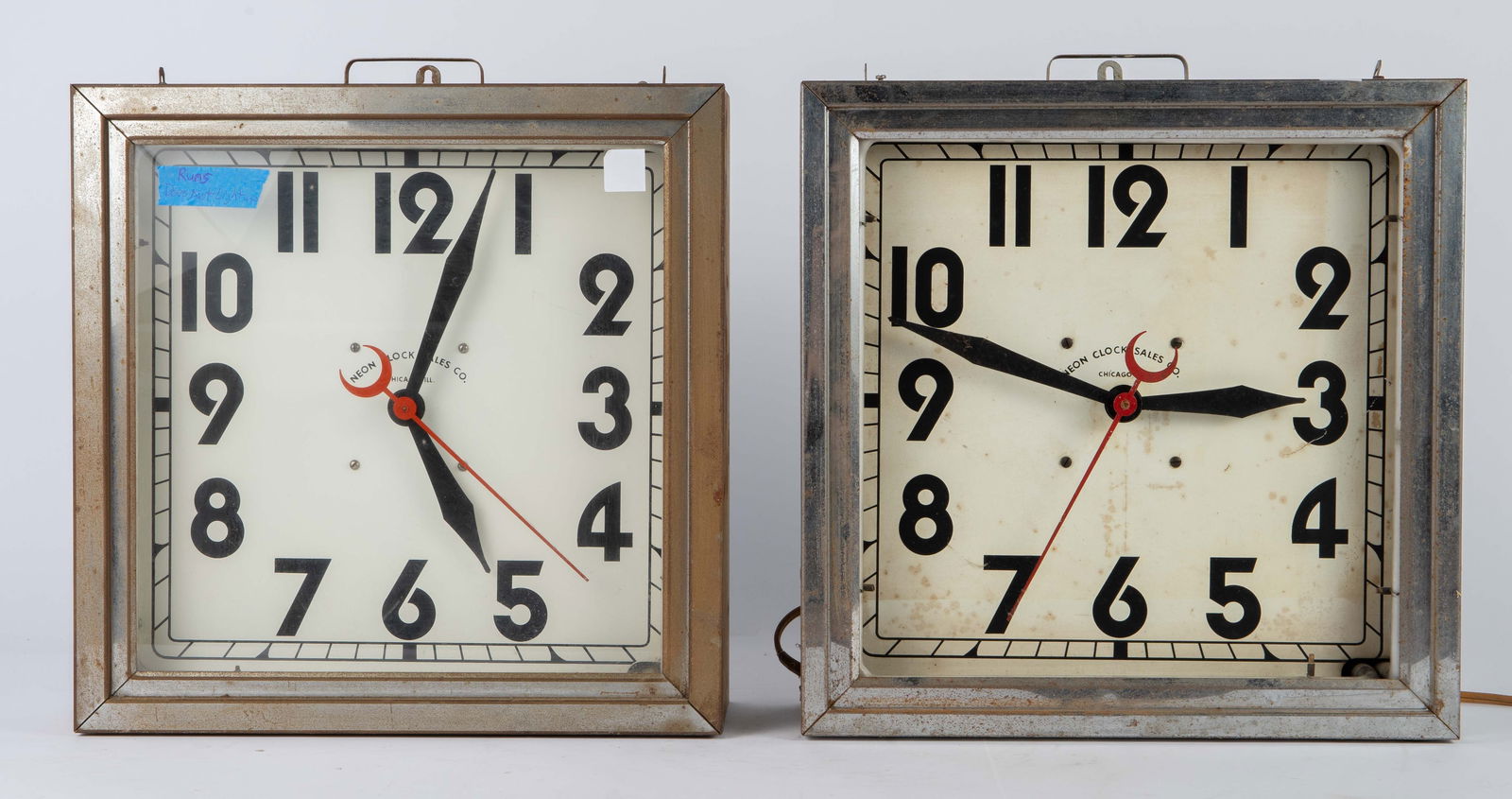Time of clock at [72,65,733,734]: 5:03
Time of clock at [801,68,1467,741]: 2:48
